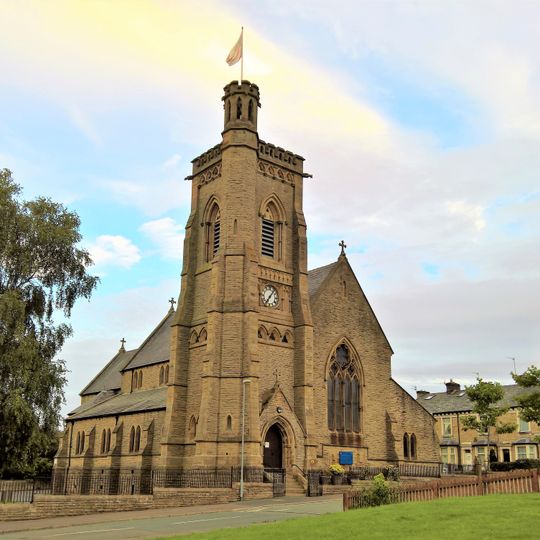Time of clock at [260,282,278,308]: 7:06
